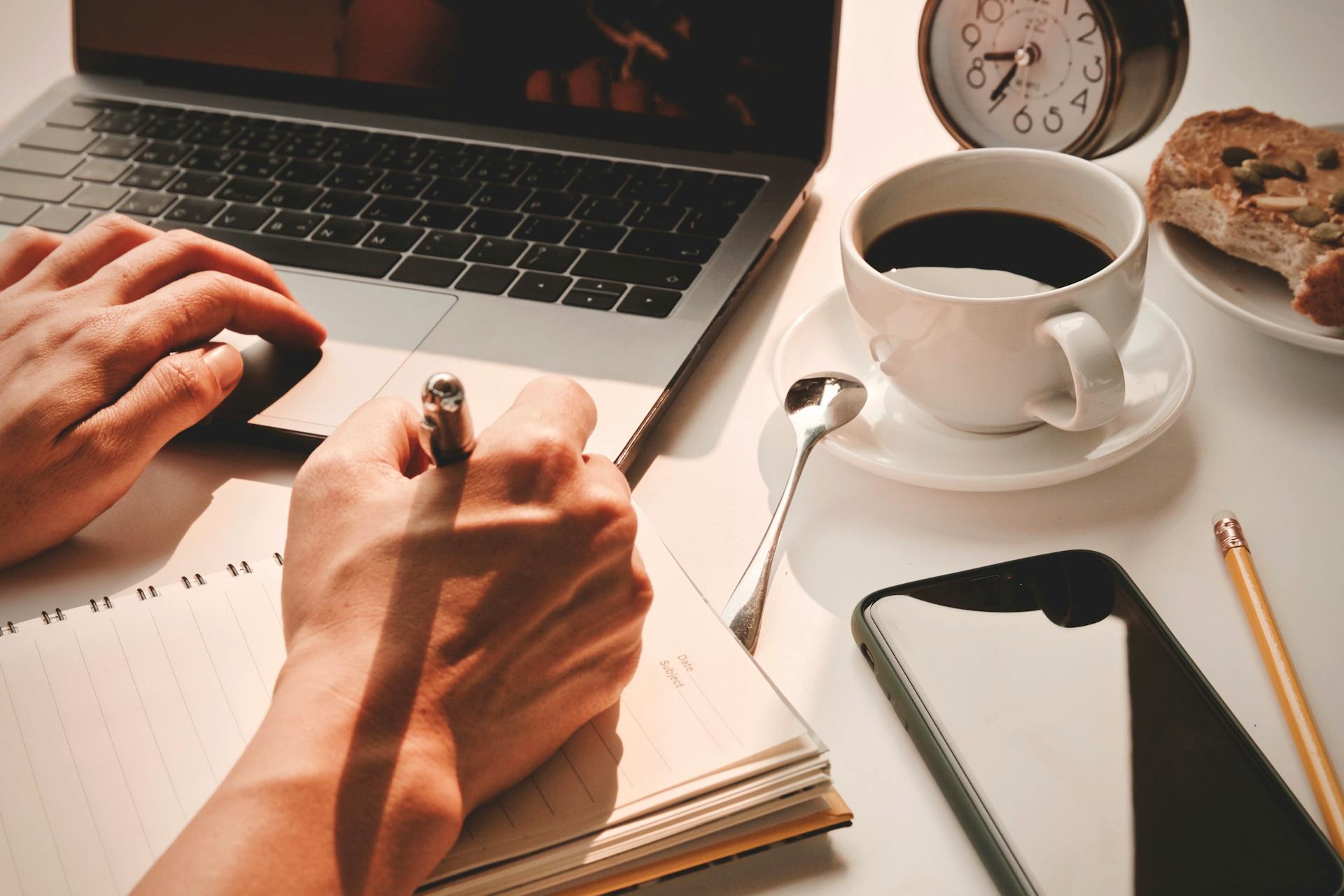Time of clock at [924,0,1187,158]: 8:35
